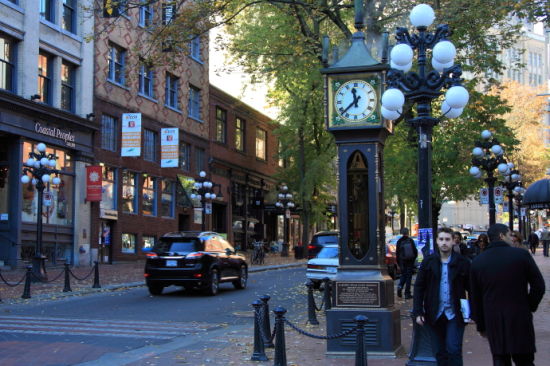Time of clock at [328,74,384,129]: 11:37
